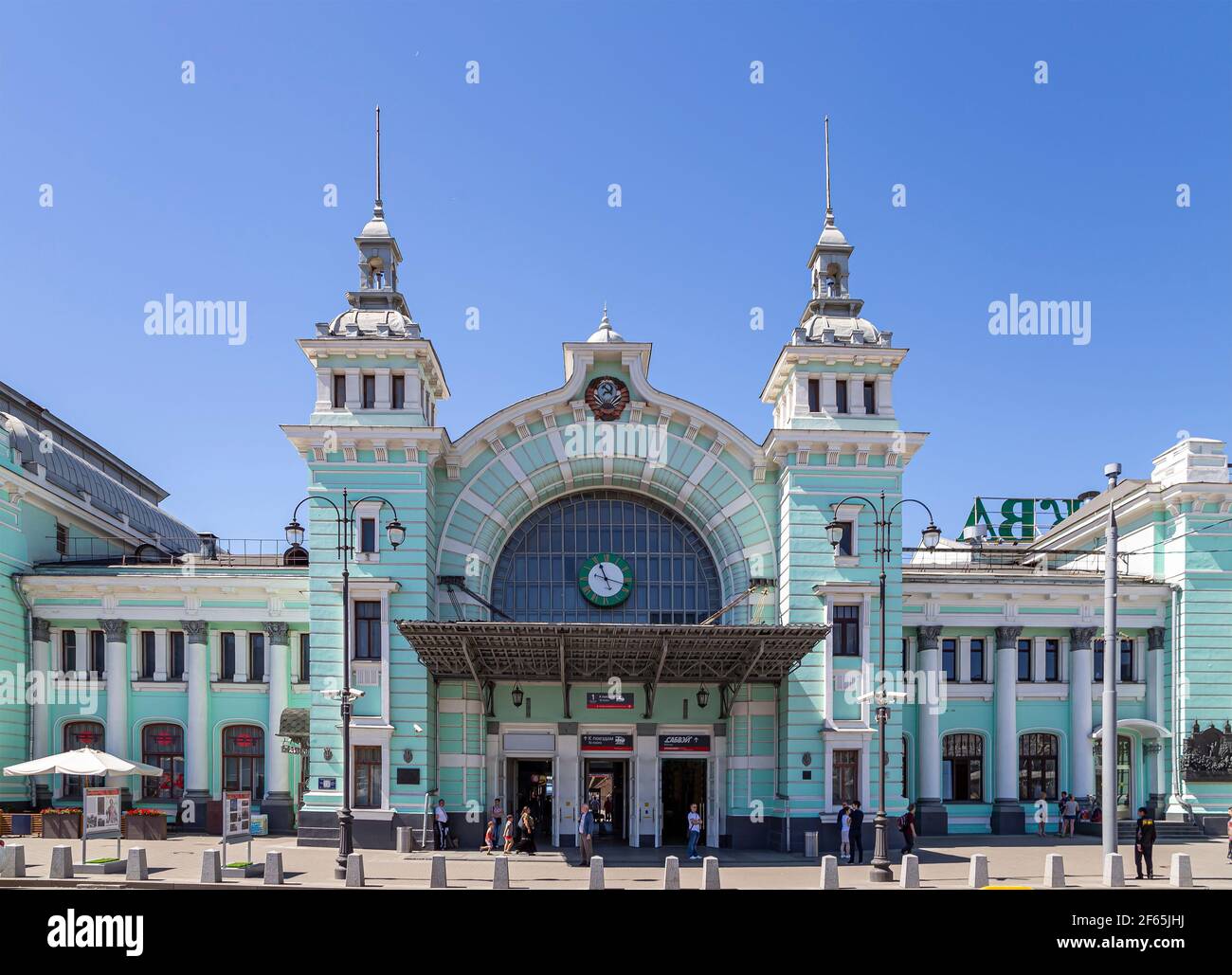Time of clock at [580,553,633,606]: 11:17
